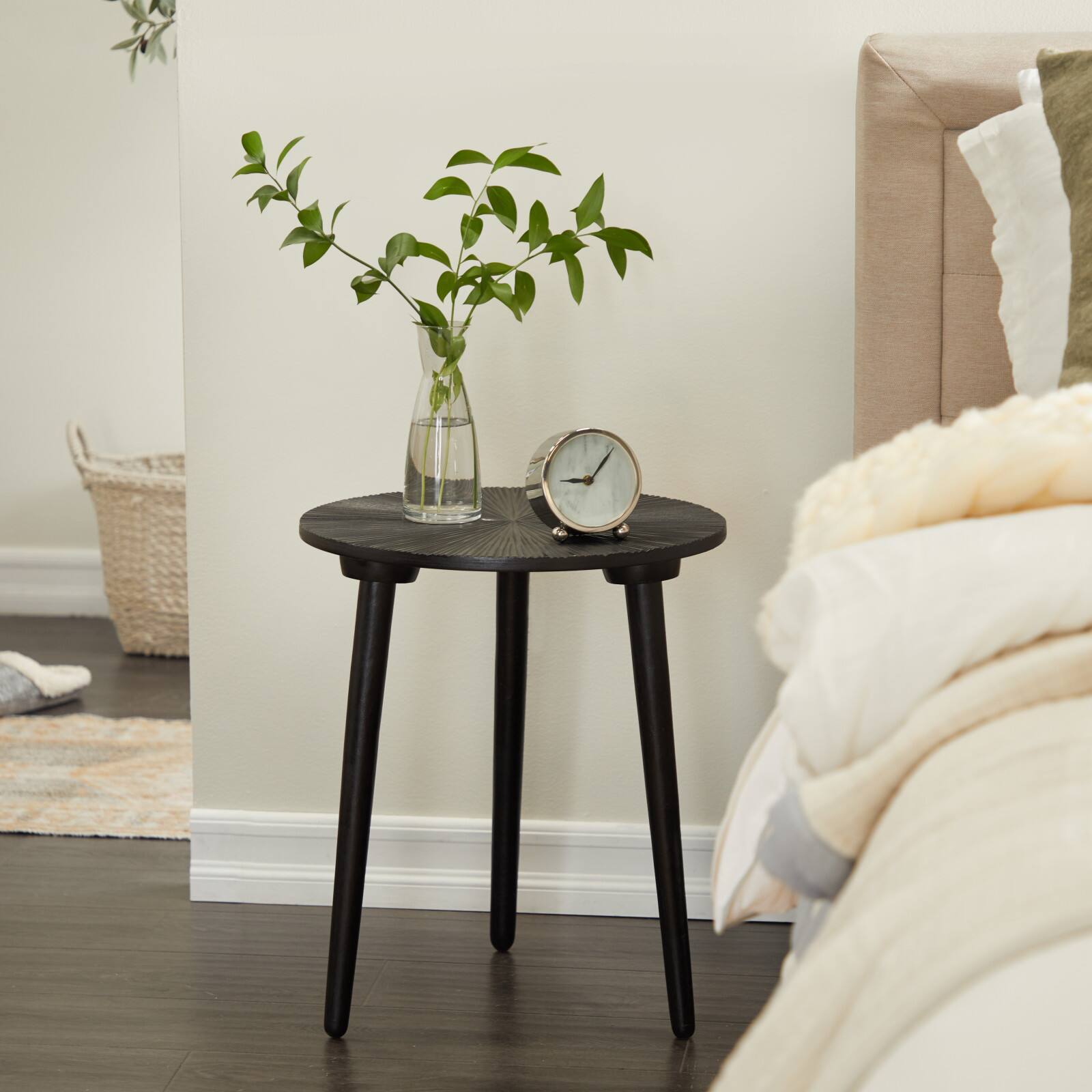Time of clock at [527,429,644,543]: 9:06
